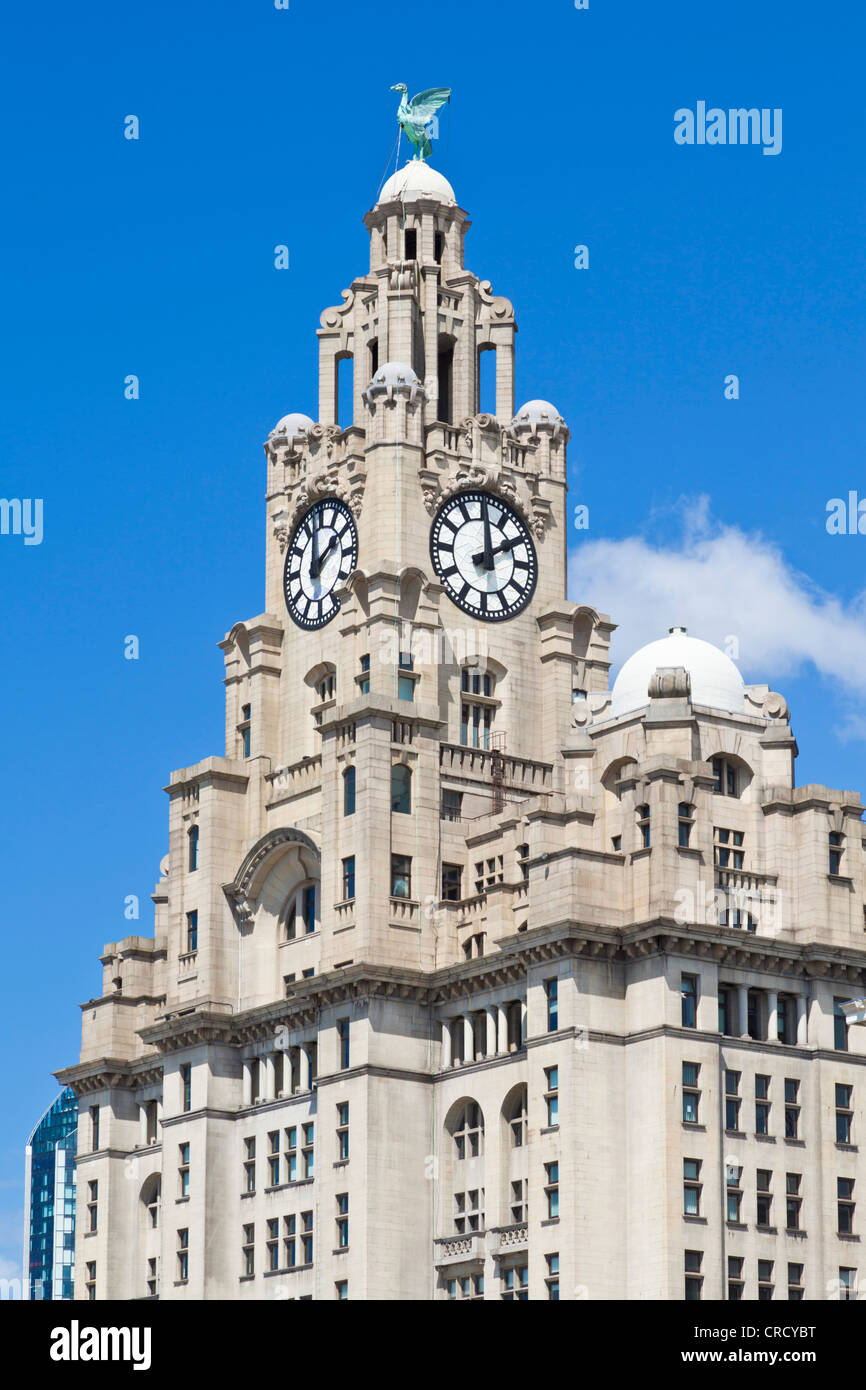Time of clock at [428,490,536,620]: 2:00
